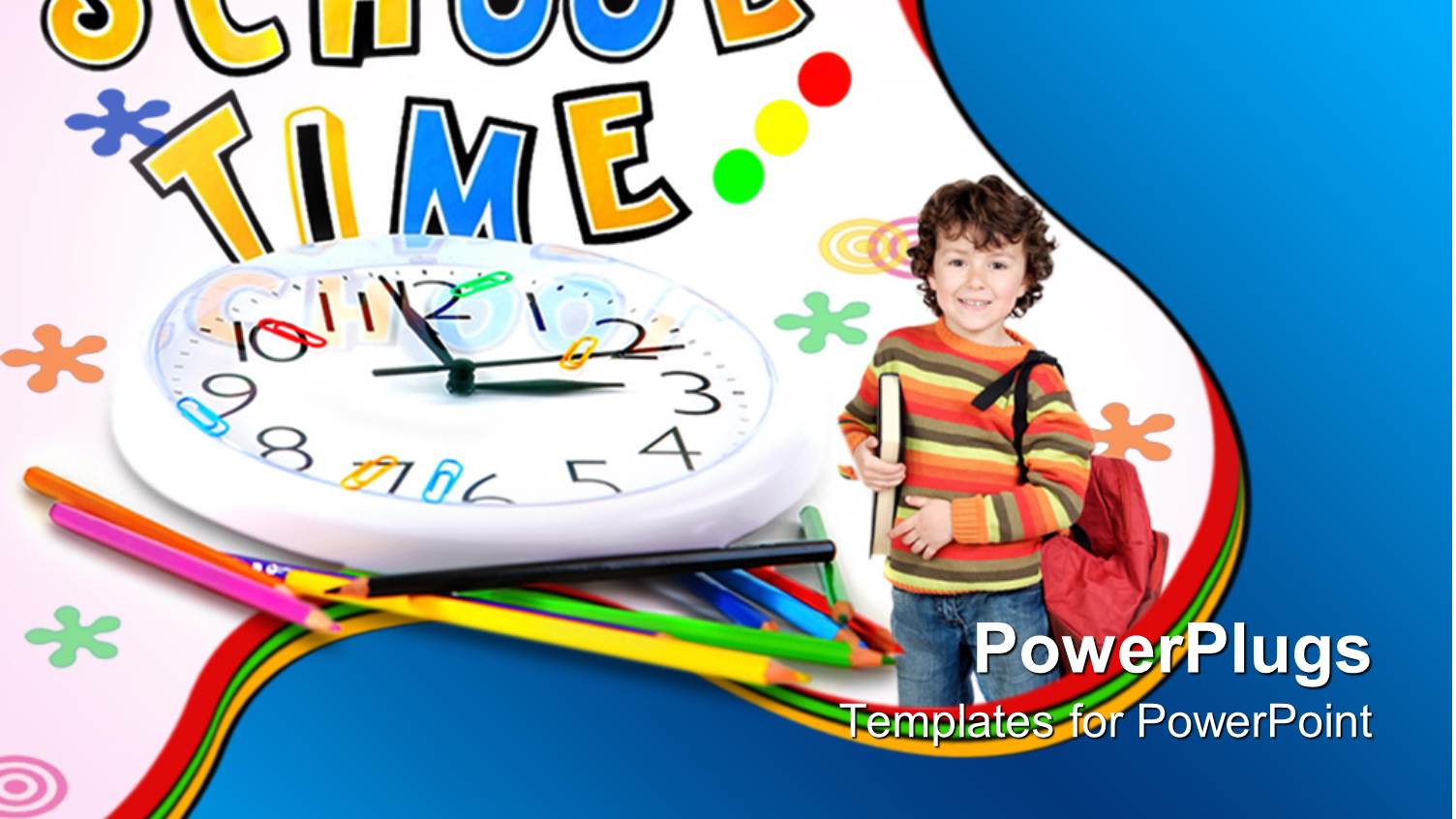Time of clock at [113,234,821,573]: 2:56
